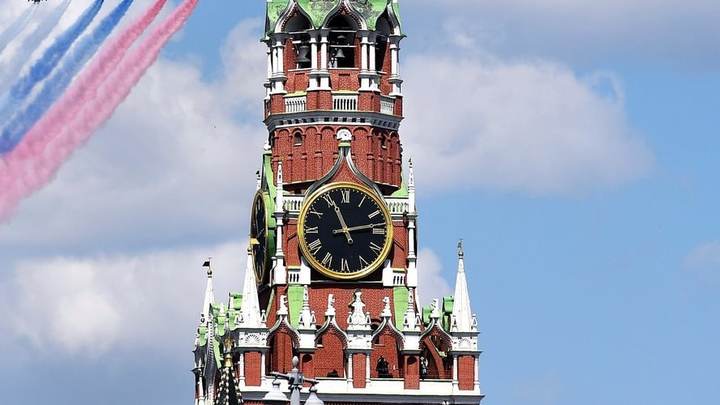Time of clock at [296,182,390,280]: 11:13
